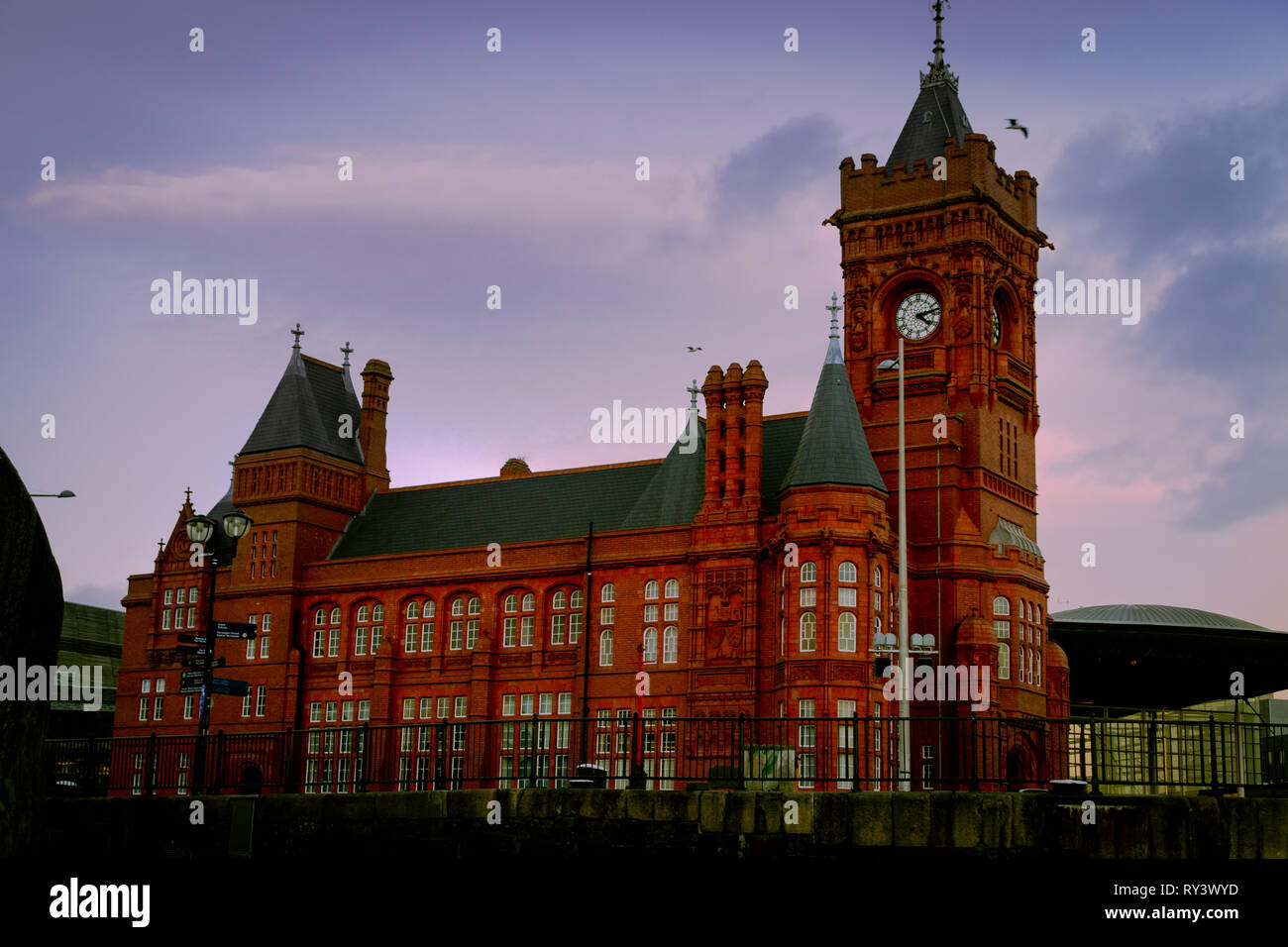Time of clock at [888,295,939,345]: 4:12
